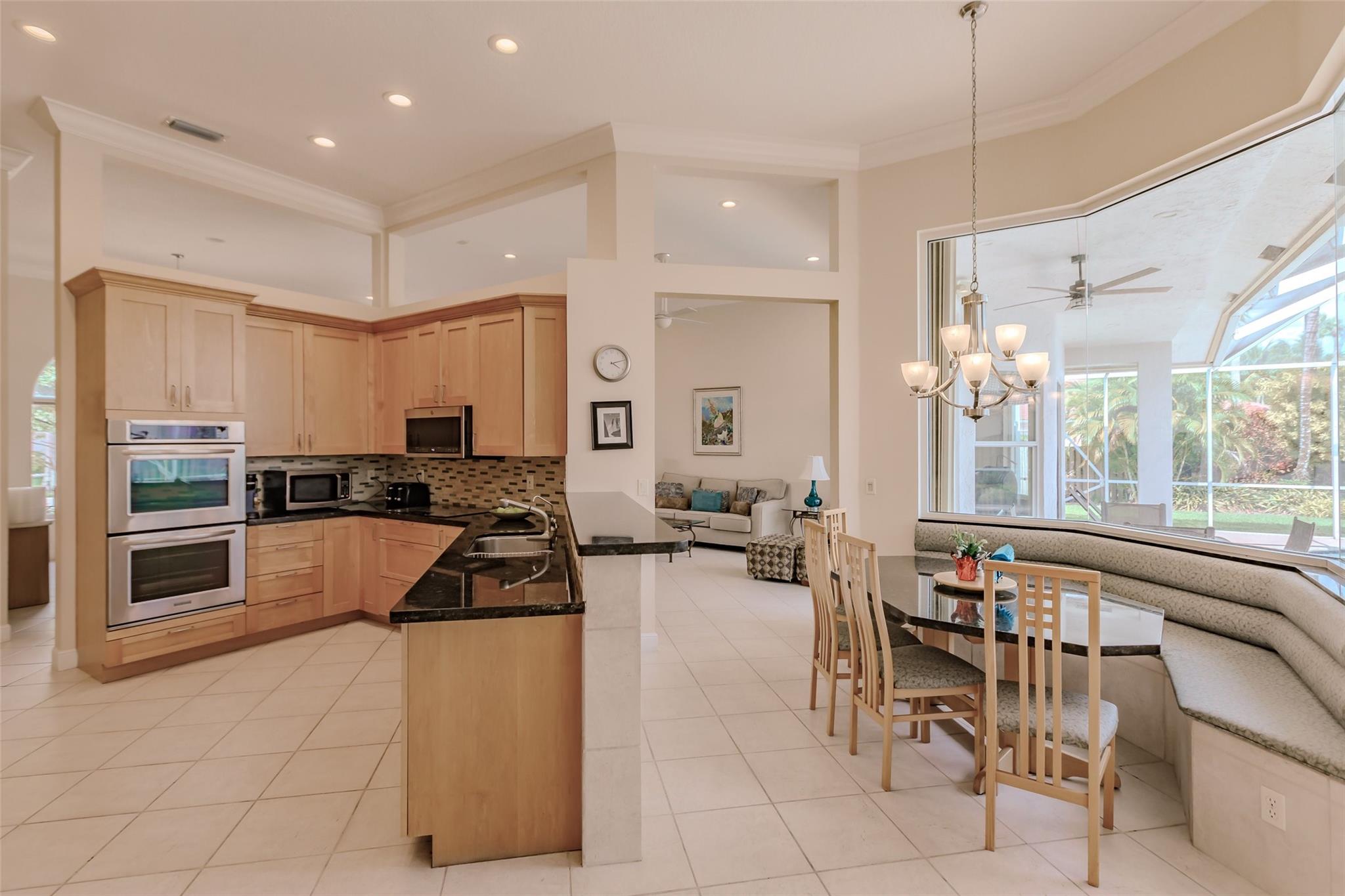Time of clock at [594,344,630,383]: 4:12
